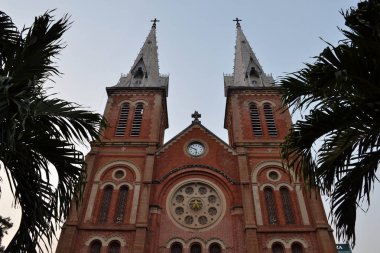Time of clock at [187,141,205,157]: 5:49
